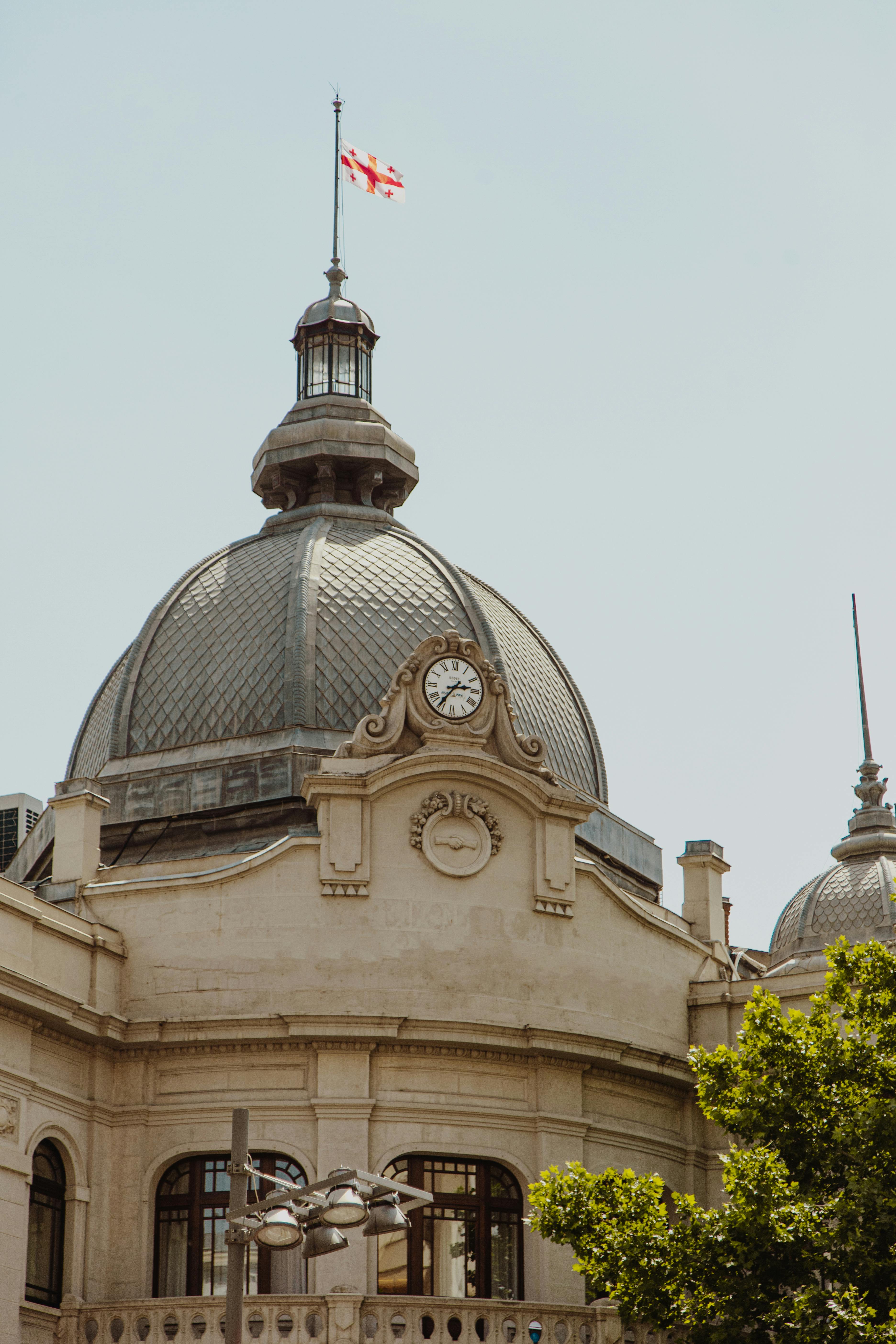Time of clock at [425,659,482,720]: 2:36
